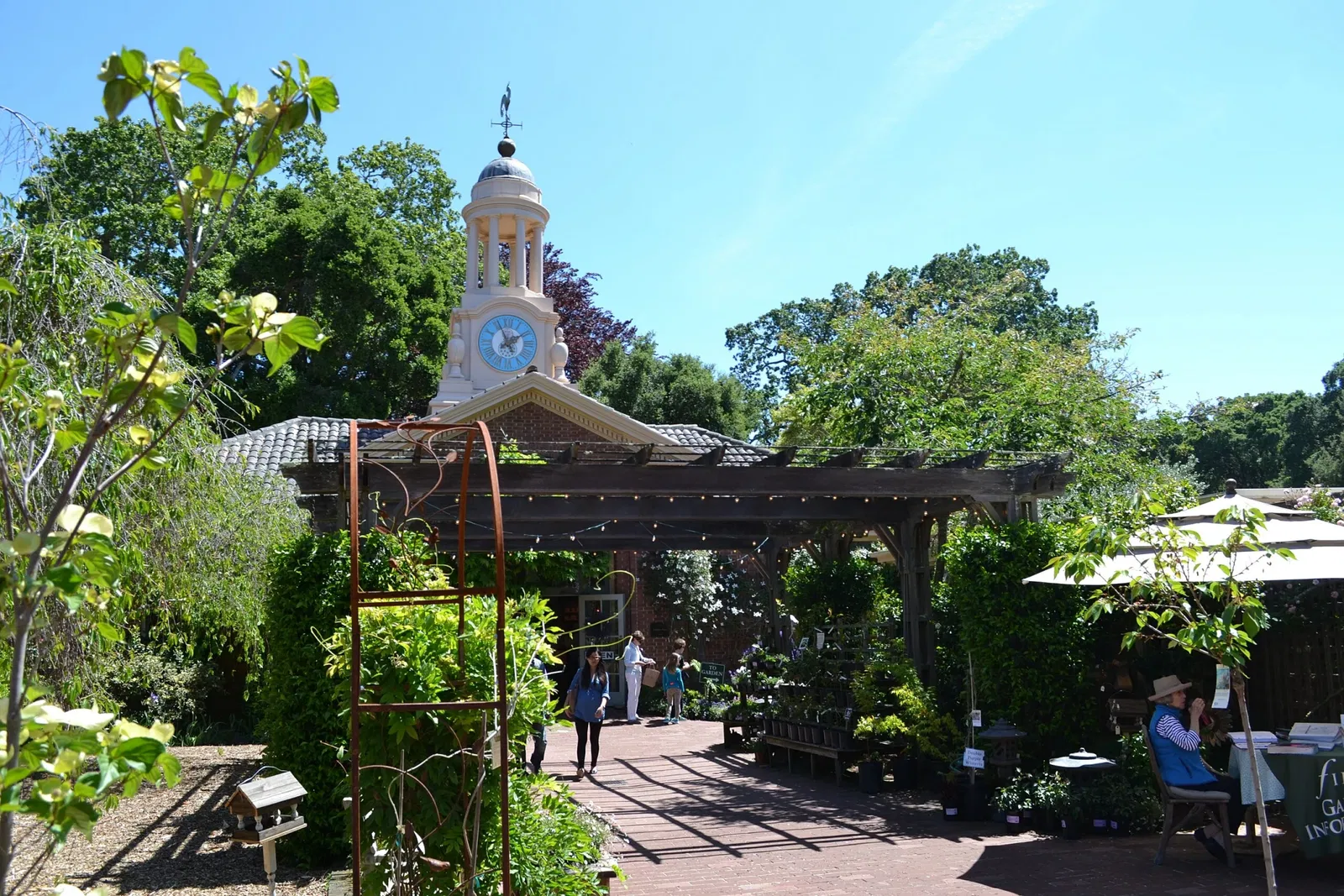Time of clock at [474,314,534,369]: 1:56
